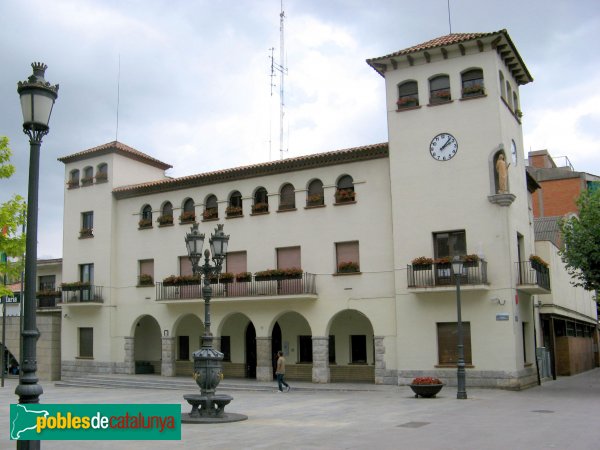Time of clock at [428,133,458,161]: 2:07
